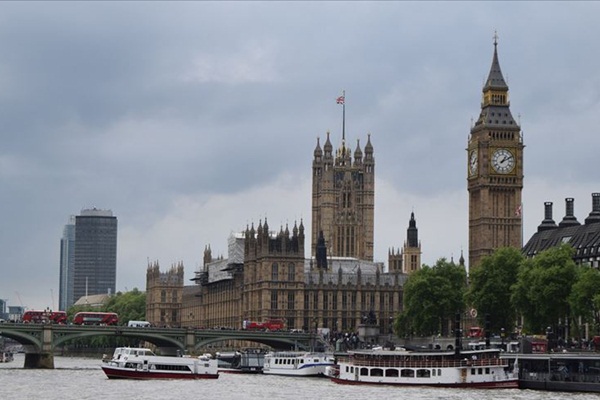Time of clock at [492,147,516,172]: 1:10
